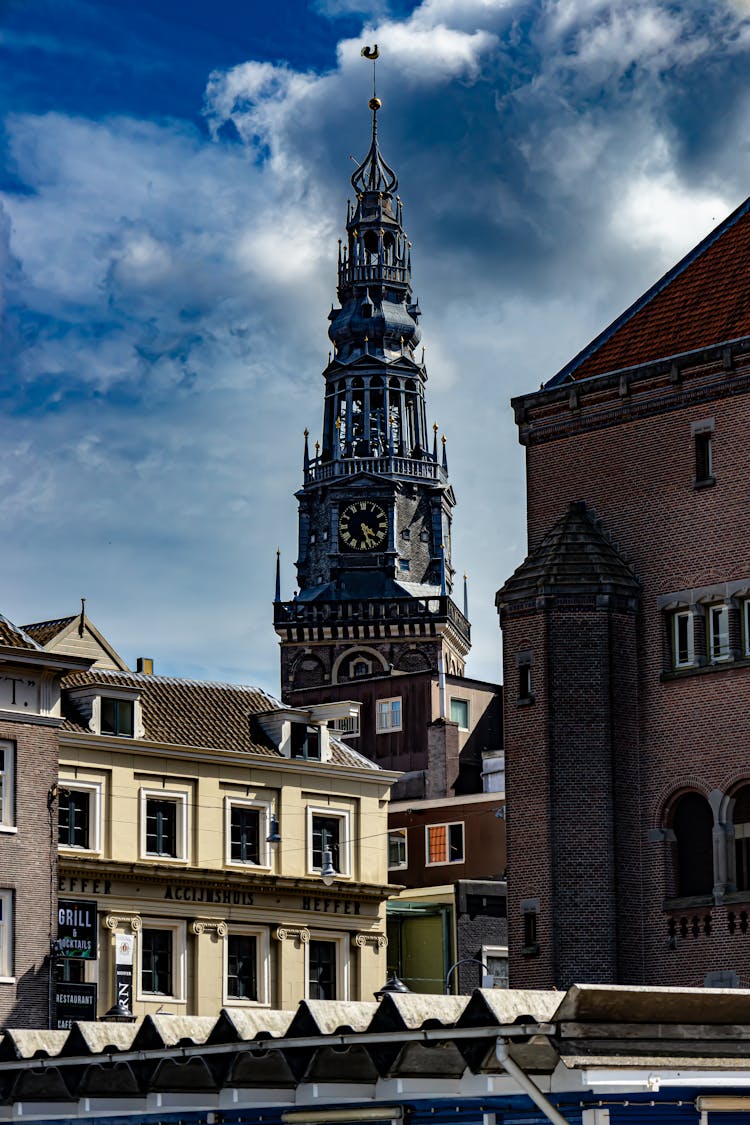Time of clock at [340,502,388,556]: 4:27
